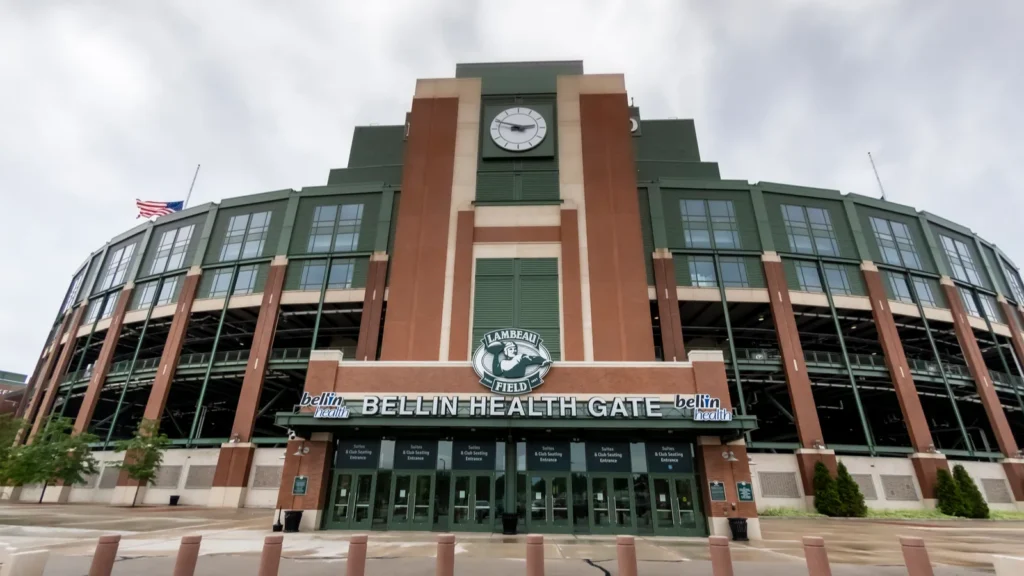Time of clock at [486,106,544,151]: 2:48
